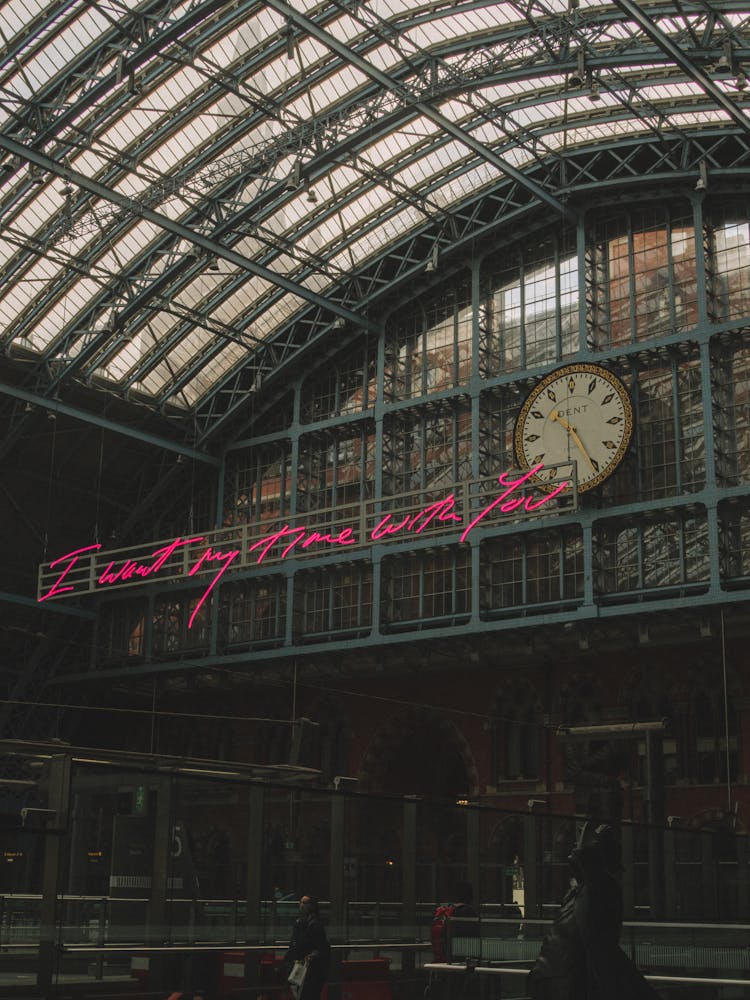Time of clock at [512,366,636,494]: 10:25
